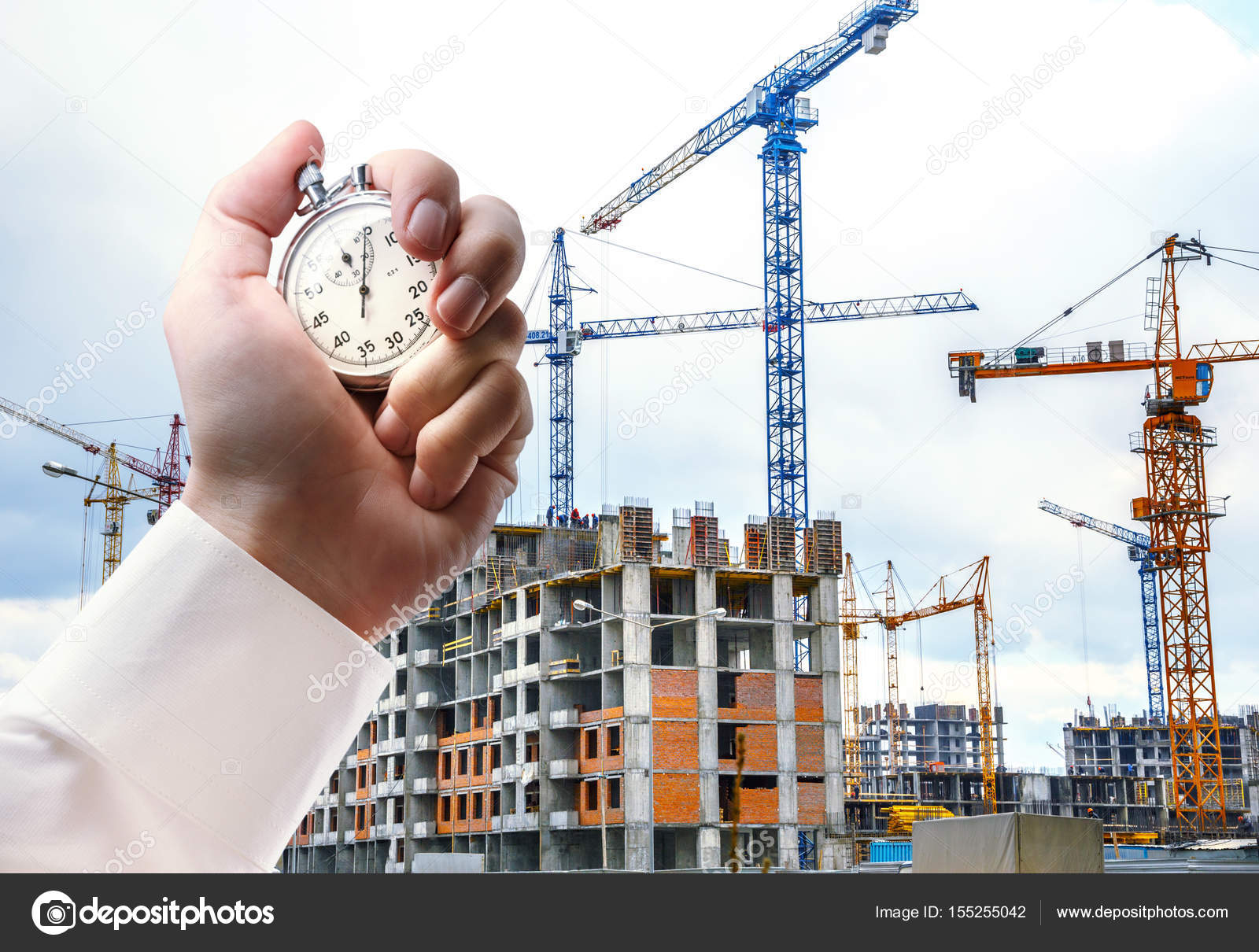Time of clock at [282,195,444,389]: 11:00
